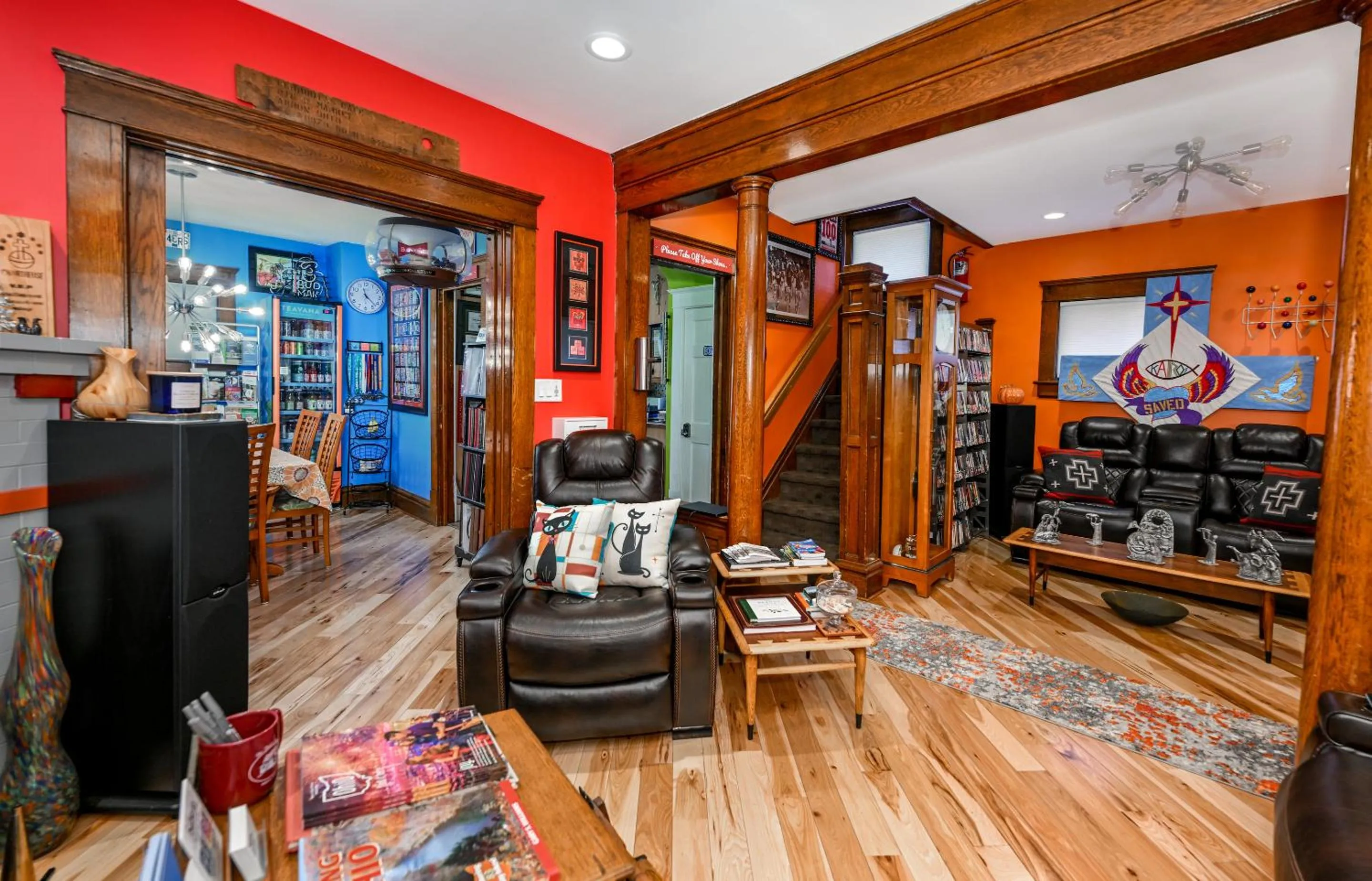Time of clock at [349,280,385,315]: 11:22
